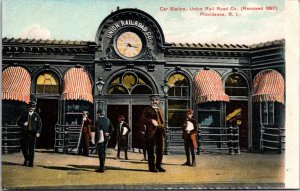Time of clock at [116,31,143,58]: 7:17
